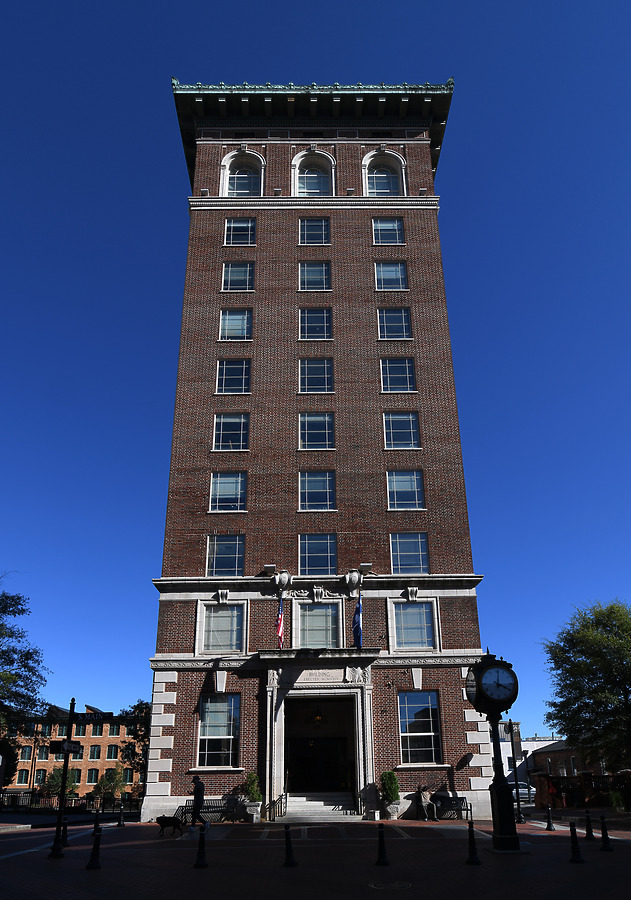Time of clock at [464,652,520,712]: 4:01
